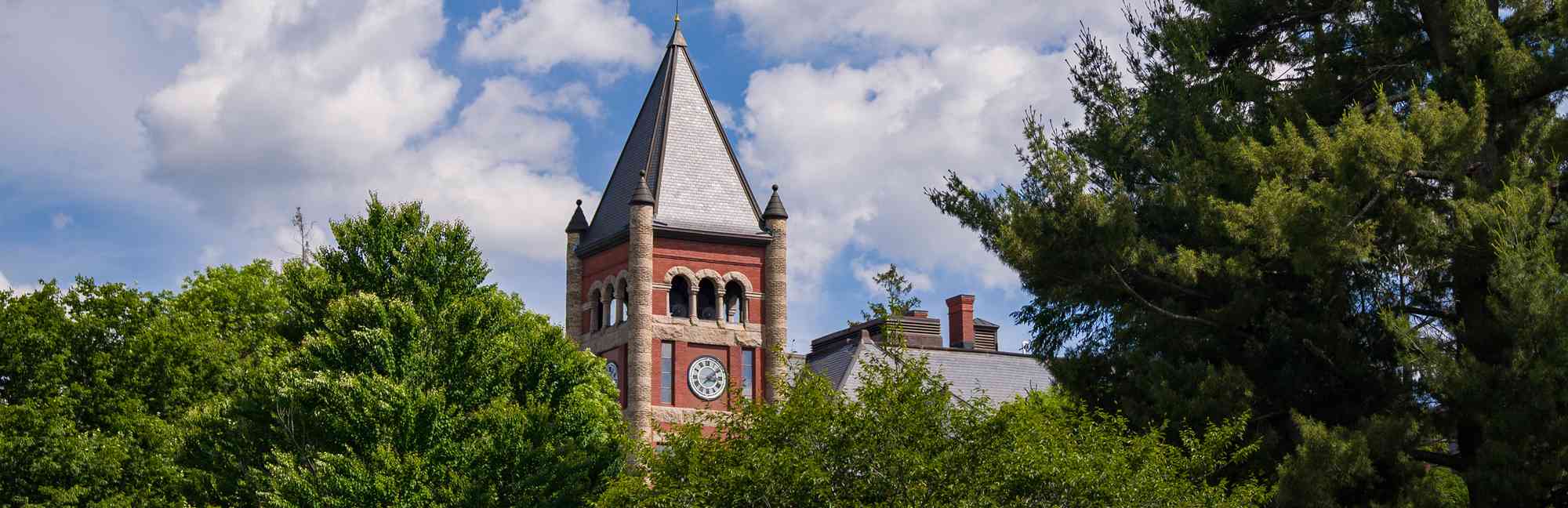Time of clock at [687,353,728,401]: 3:09
